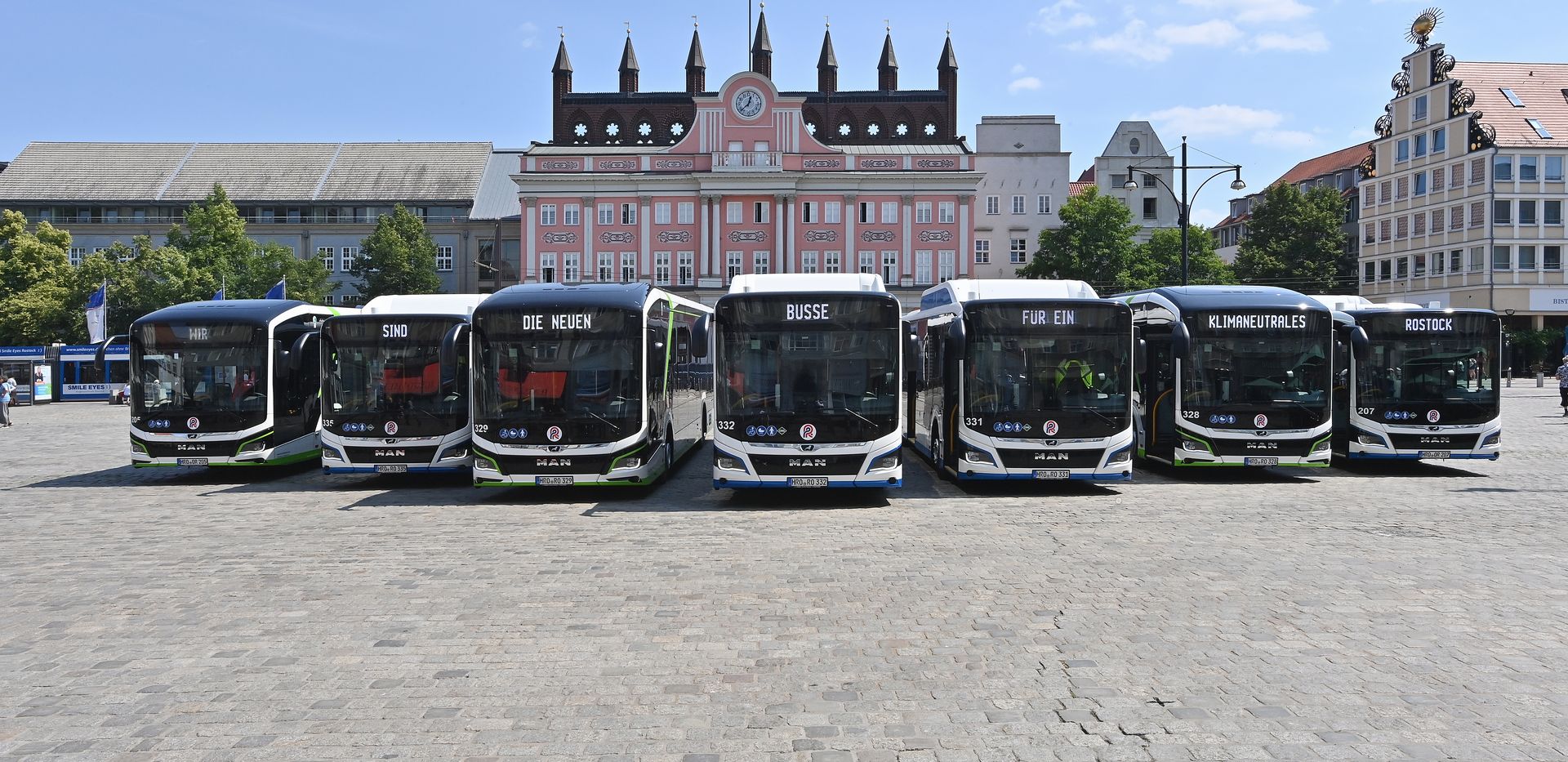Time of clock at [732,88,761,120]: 12:37
